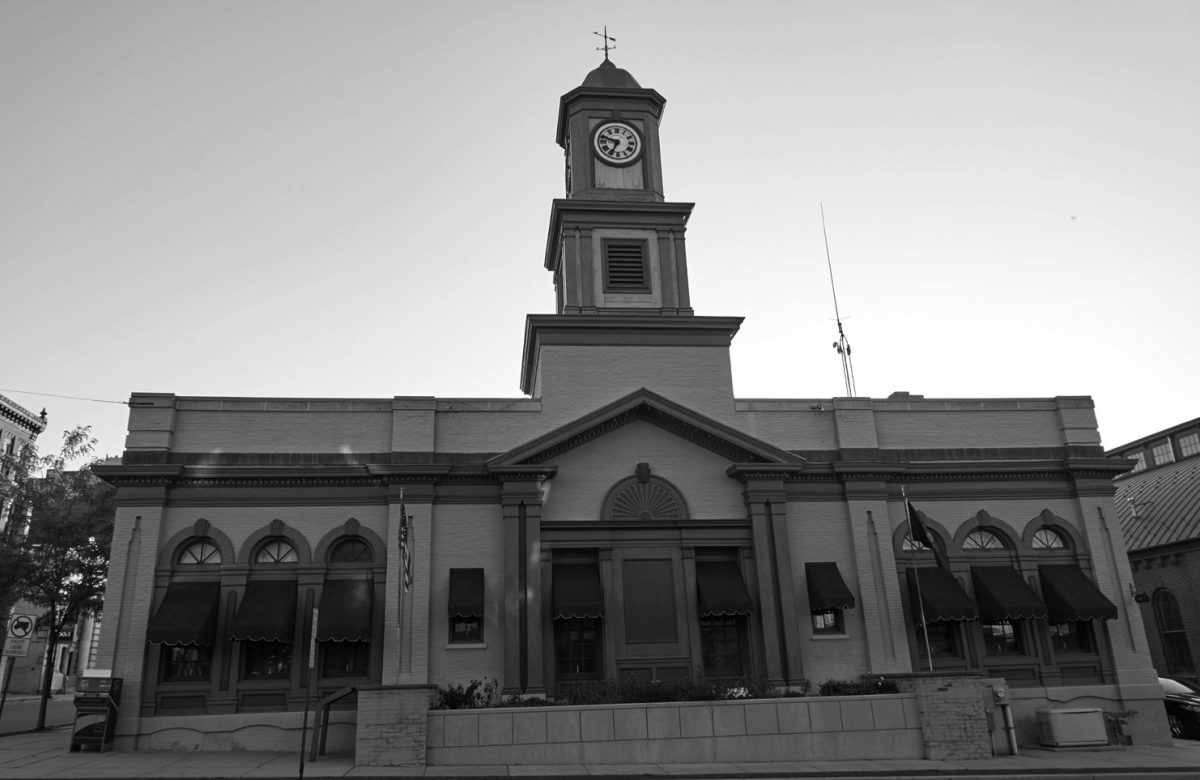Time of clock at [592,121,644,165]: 6:48
